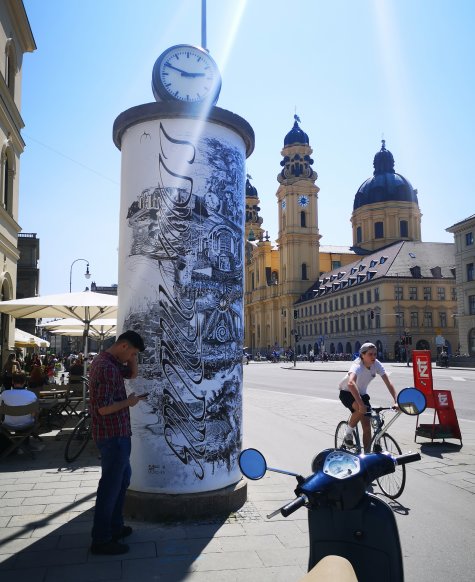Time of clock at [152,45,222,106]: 2:48
